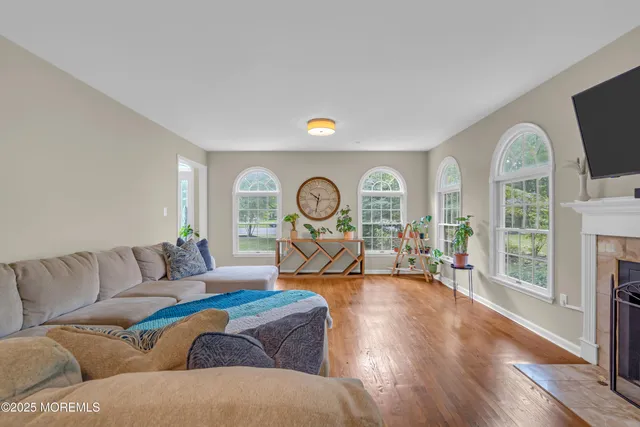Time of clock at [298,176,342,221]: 10:32
